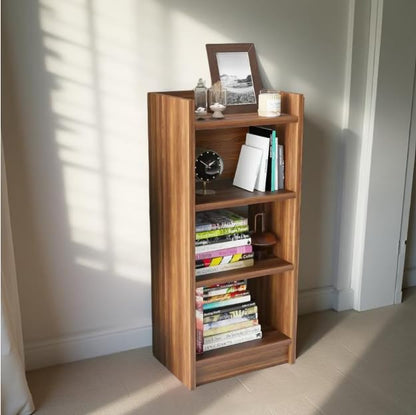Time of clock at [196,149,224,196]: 1:50
